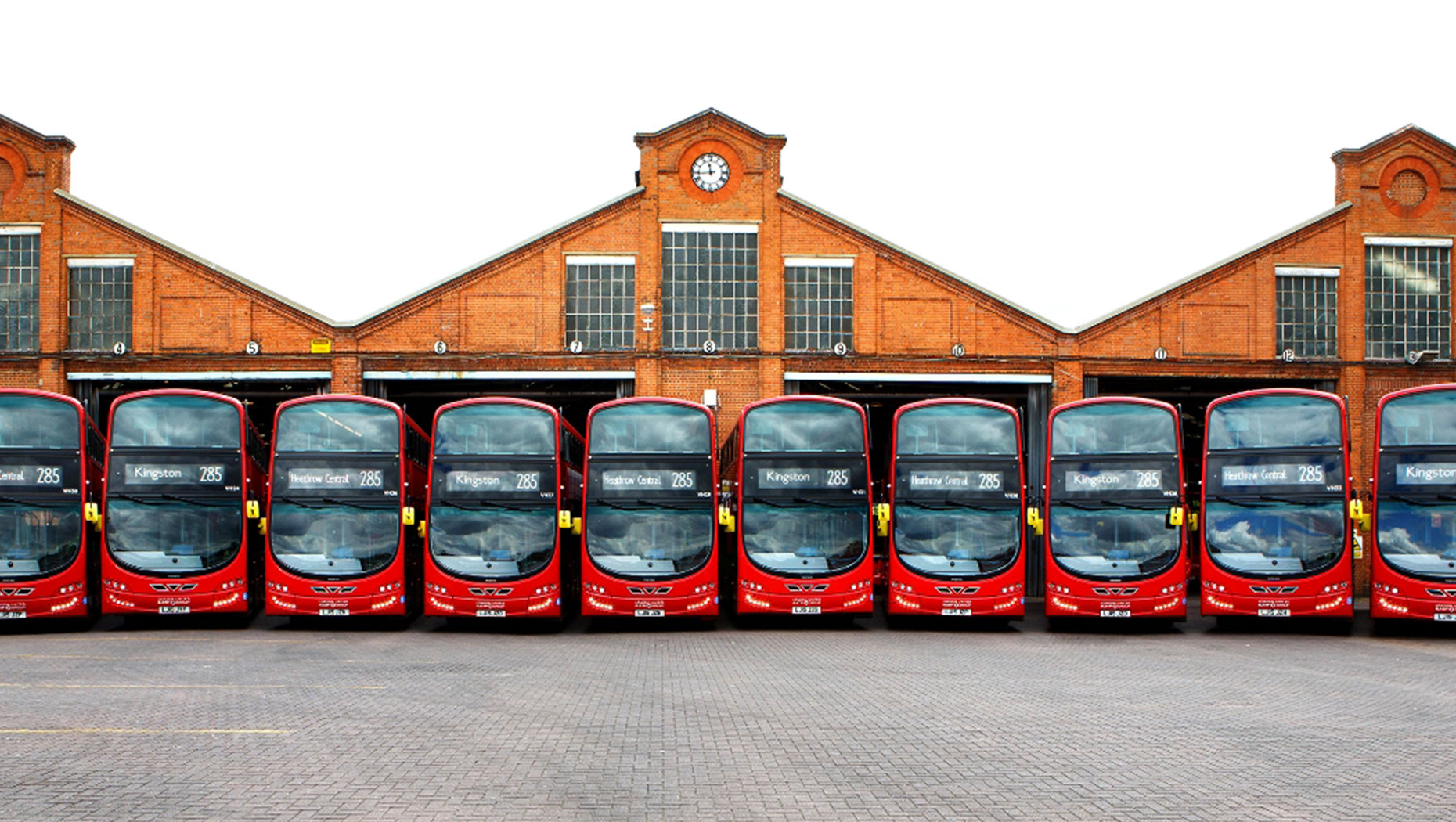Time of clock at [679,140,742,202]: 11:44
